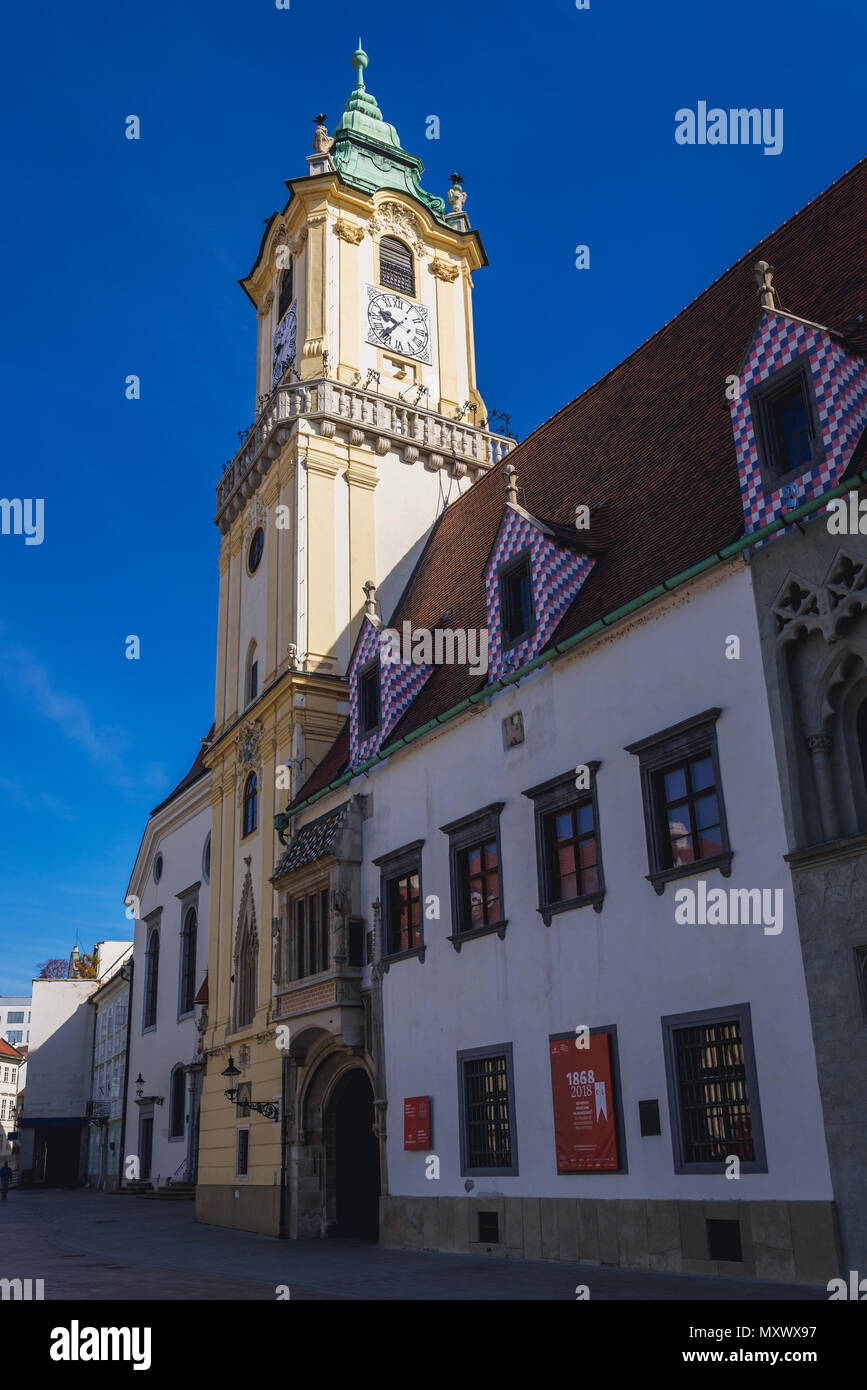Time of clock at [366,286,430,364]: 9:36
